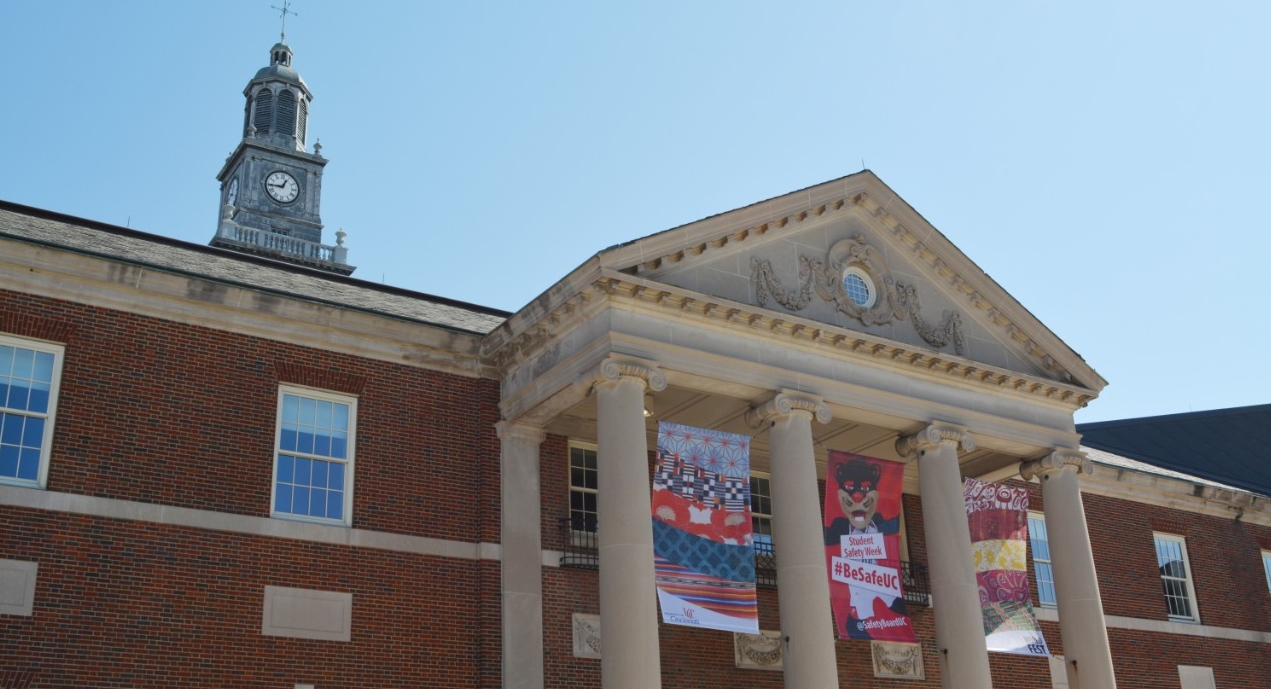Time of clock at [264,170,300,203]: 12:44
